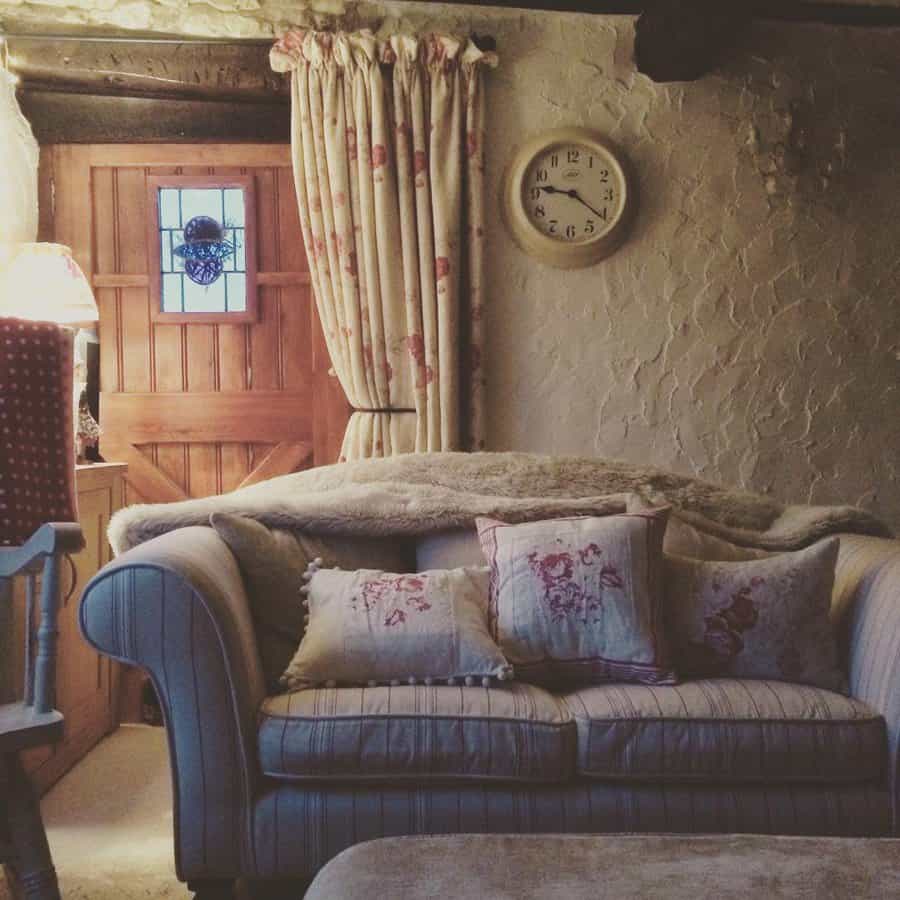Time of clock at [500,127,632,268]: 9:21
